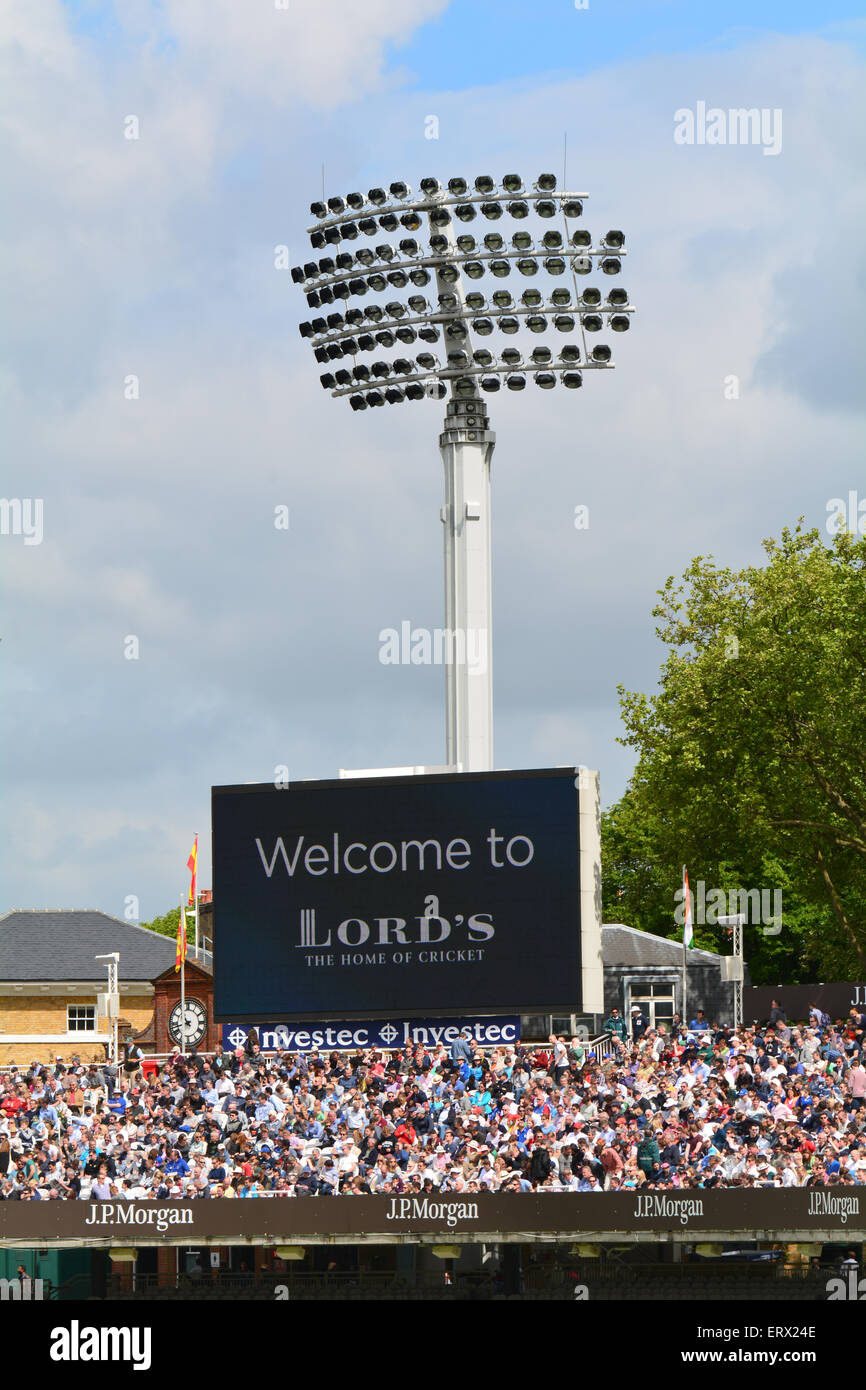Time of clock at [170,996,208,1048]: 10:42
